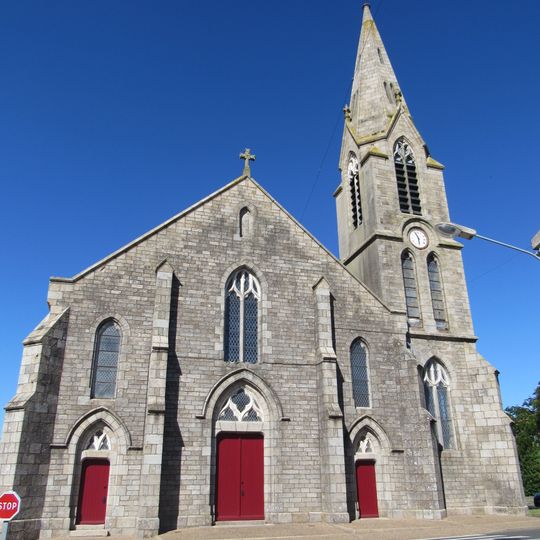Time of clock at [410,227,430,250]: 5:55
